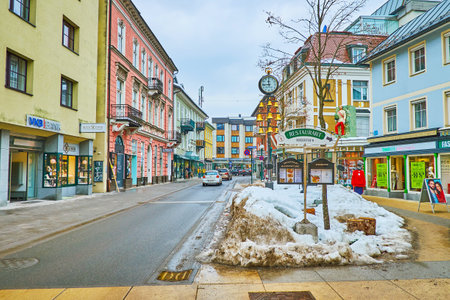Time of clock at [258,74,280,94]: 11:44
